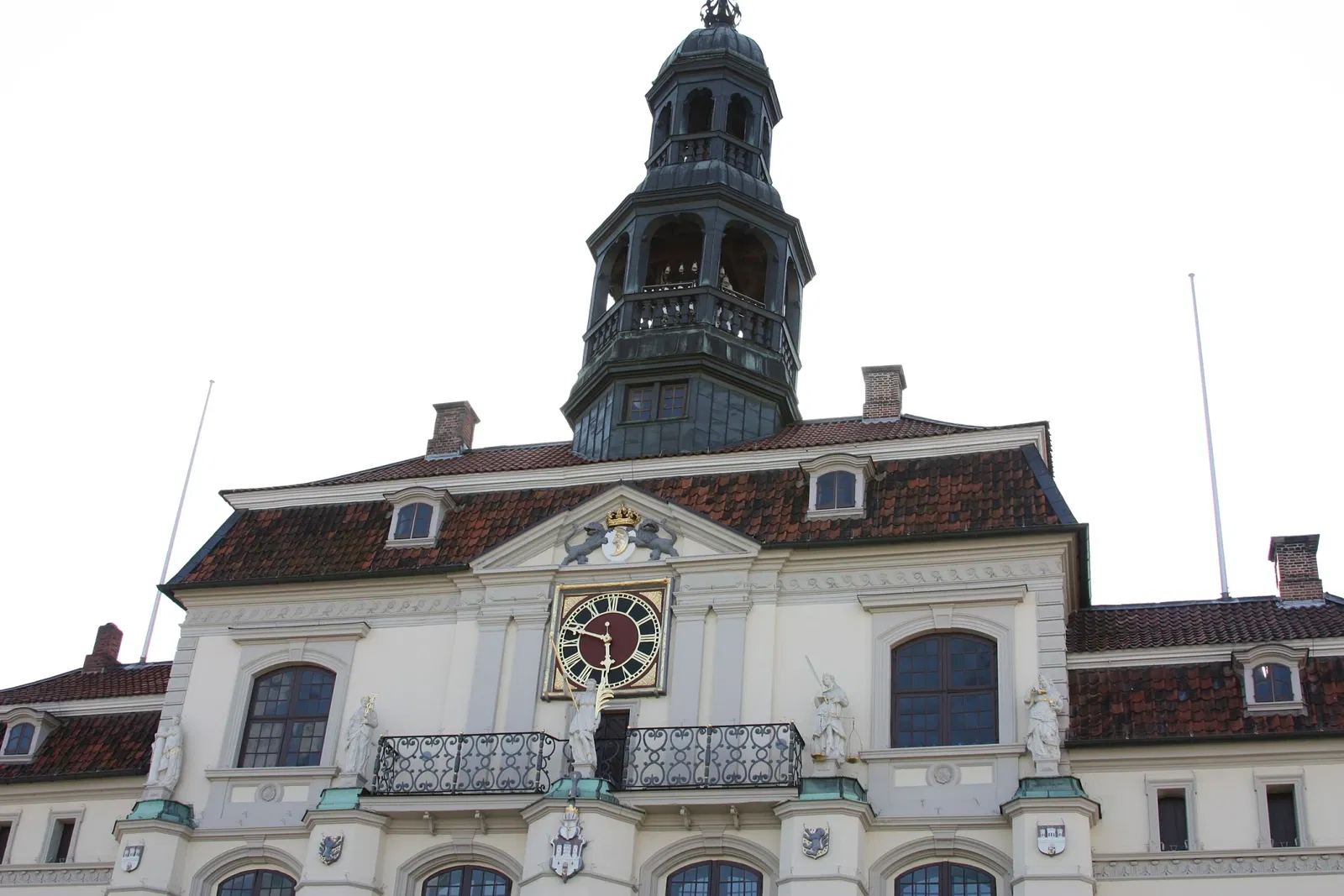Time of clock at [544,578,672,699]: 5:48
